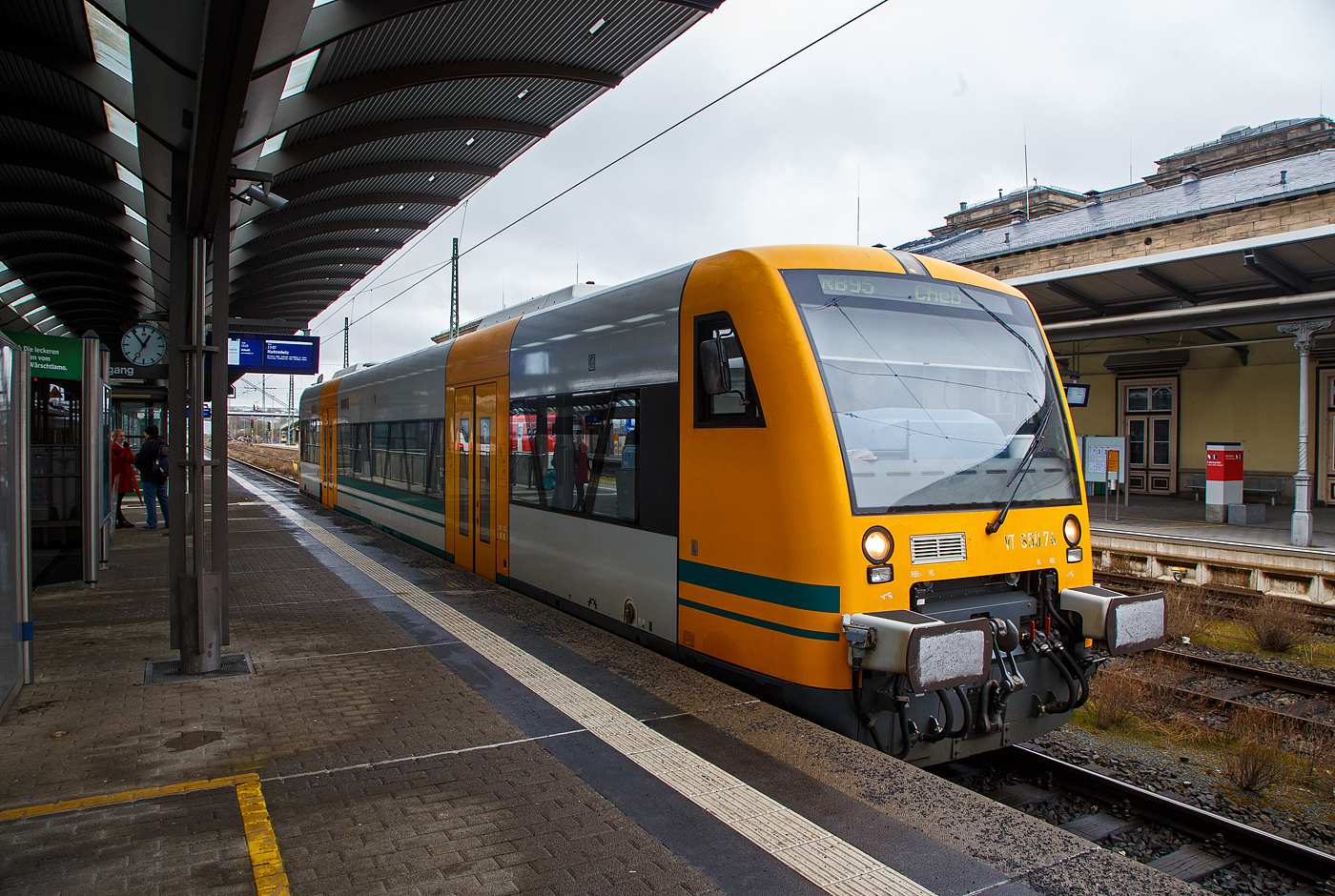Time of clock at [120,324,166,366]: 12:53
